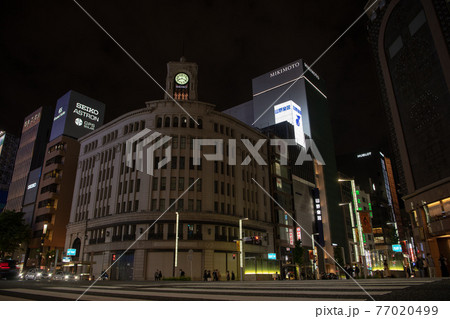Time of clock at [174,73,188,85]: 8:18
